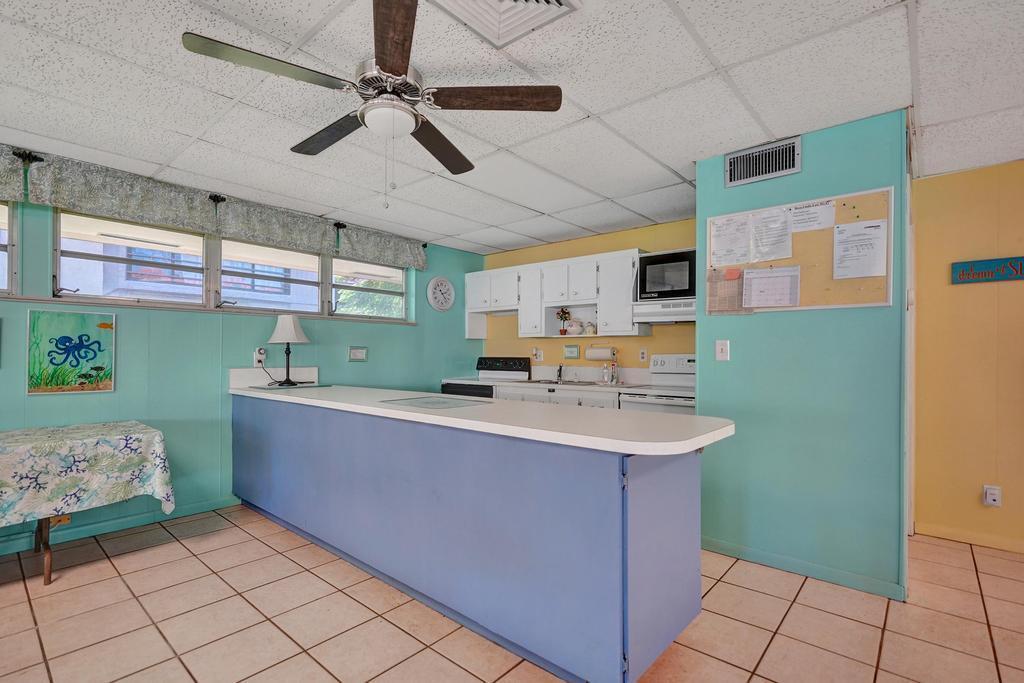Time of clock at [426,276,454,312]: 2:23
